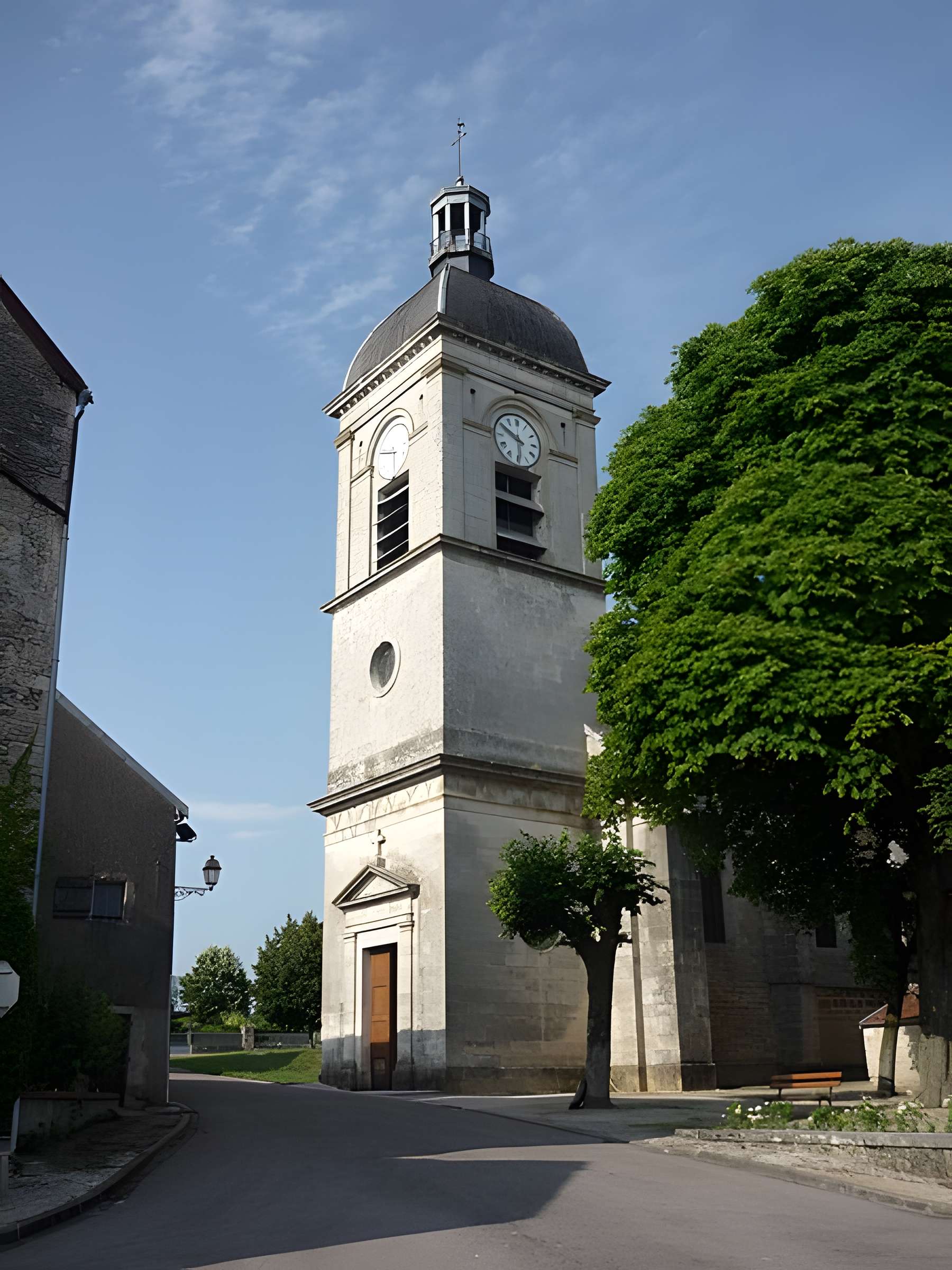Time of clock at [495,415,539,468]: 5:49
